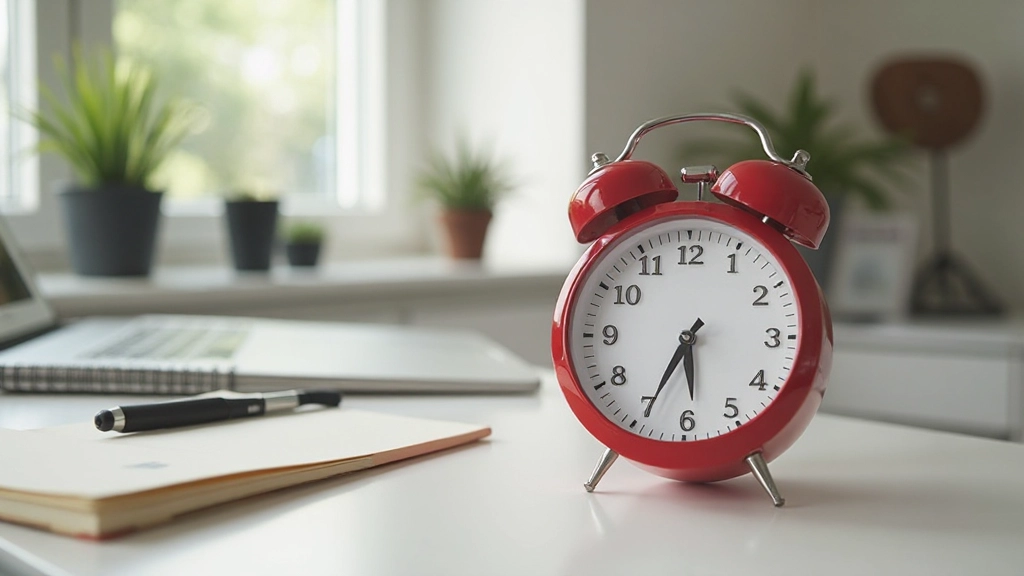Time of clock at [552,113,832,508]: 5:34
